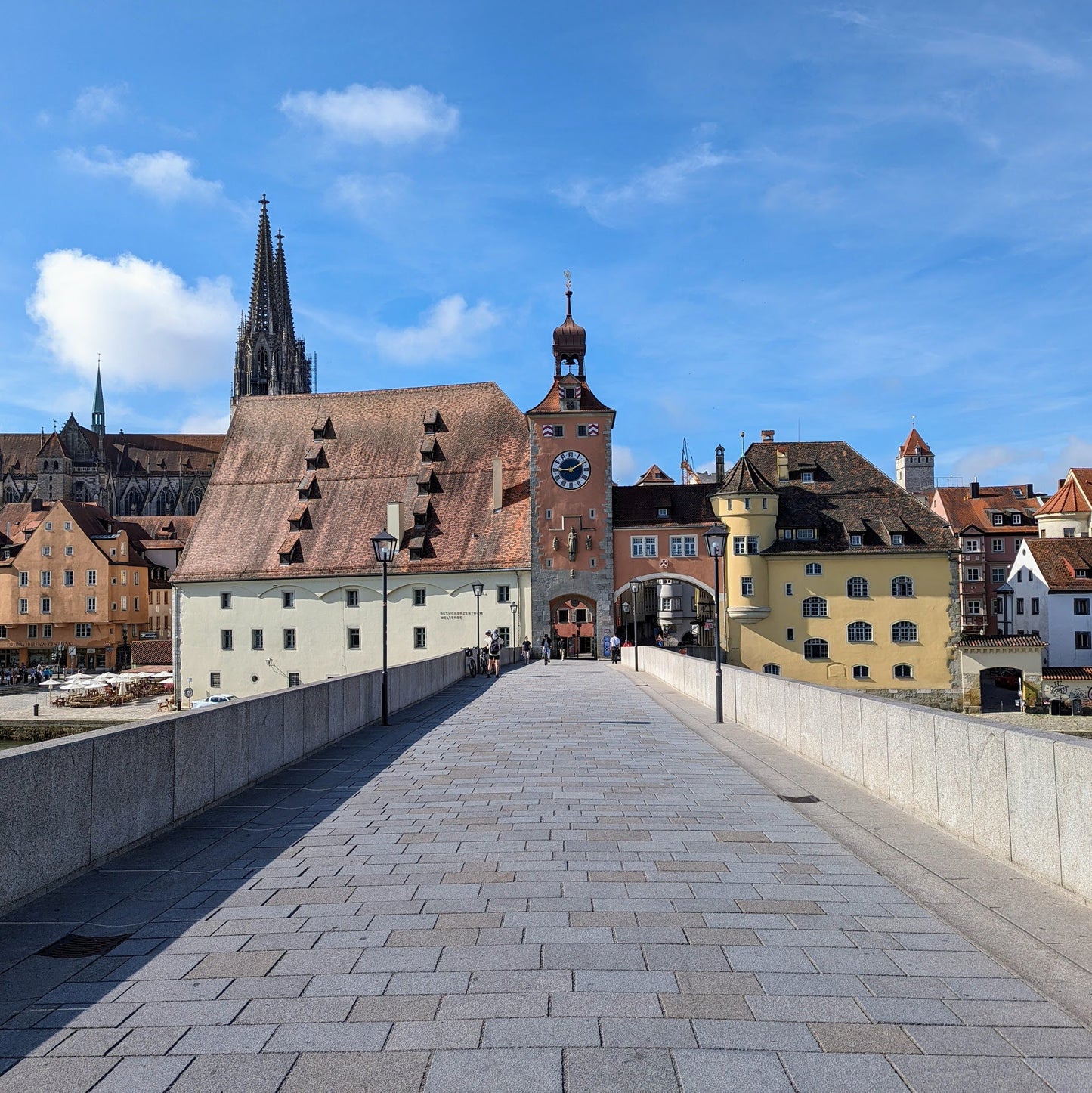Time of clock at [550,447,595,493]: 9:10
